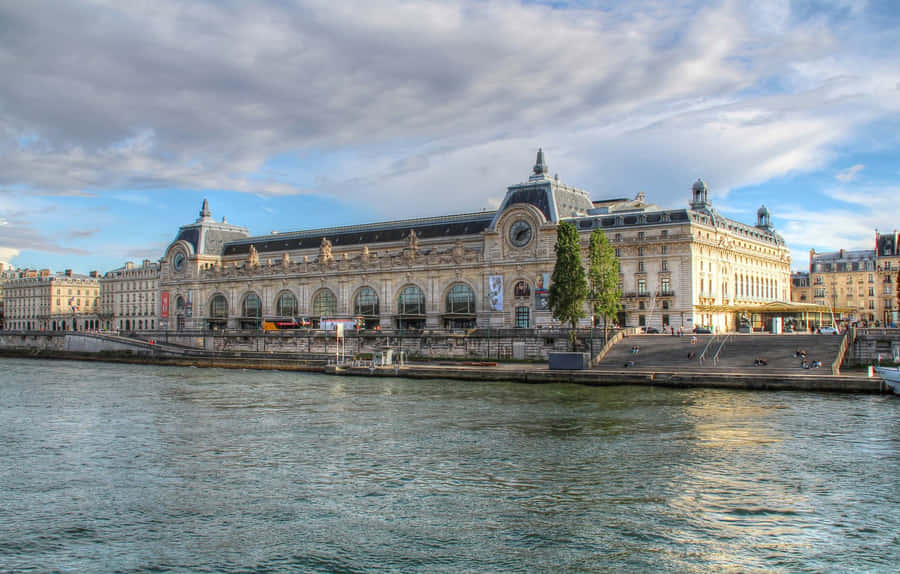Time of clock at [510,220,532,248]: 7:11
